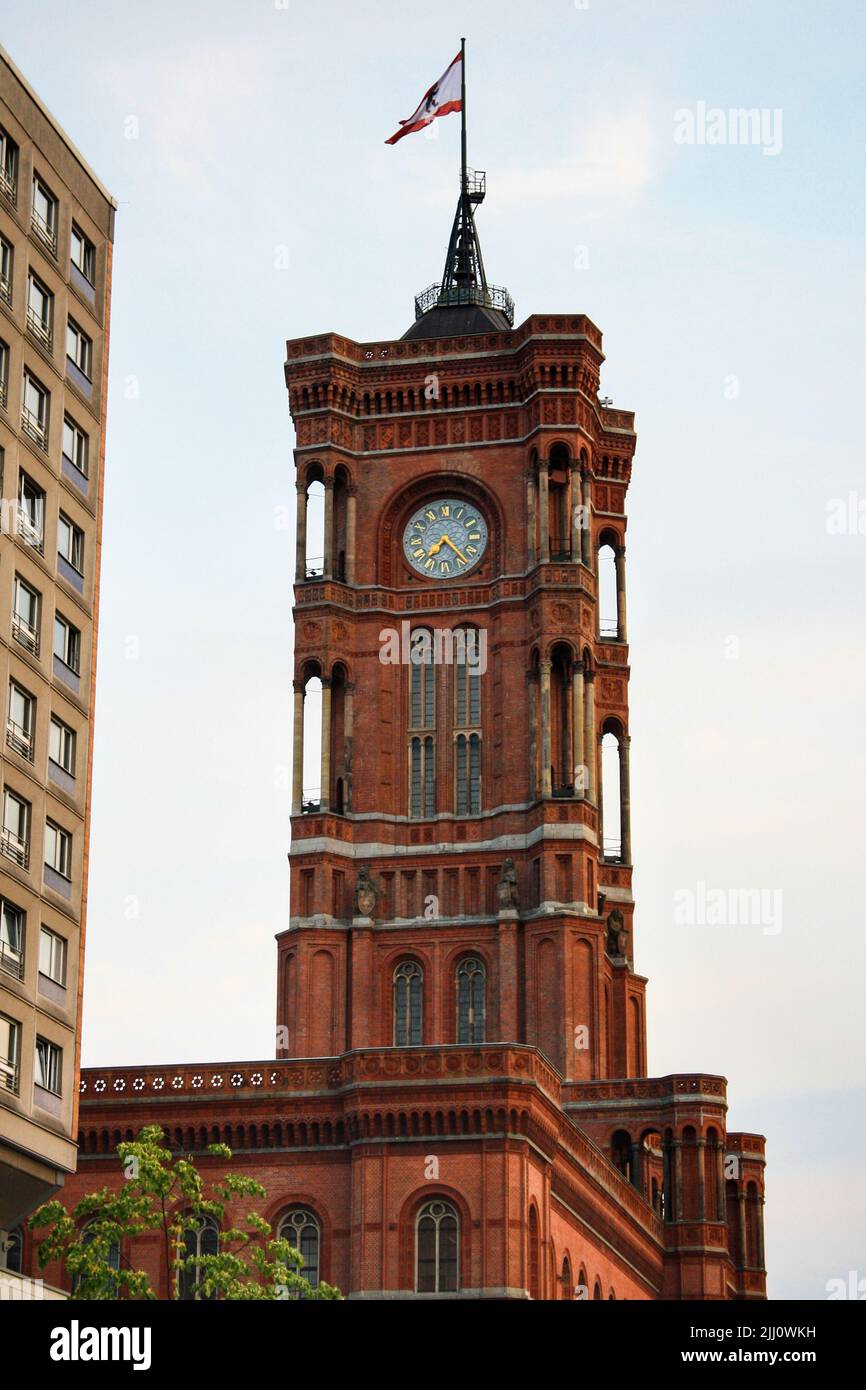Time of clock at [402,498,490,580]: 7:23
